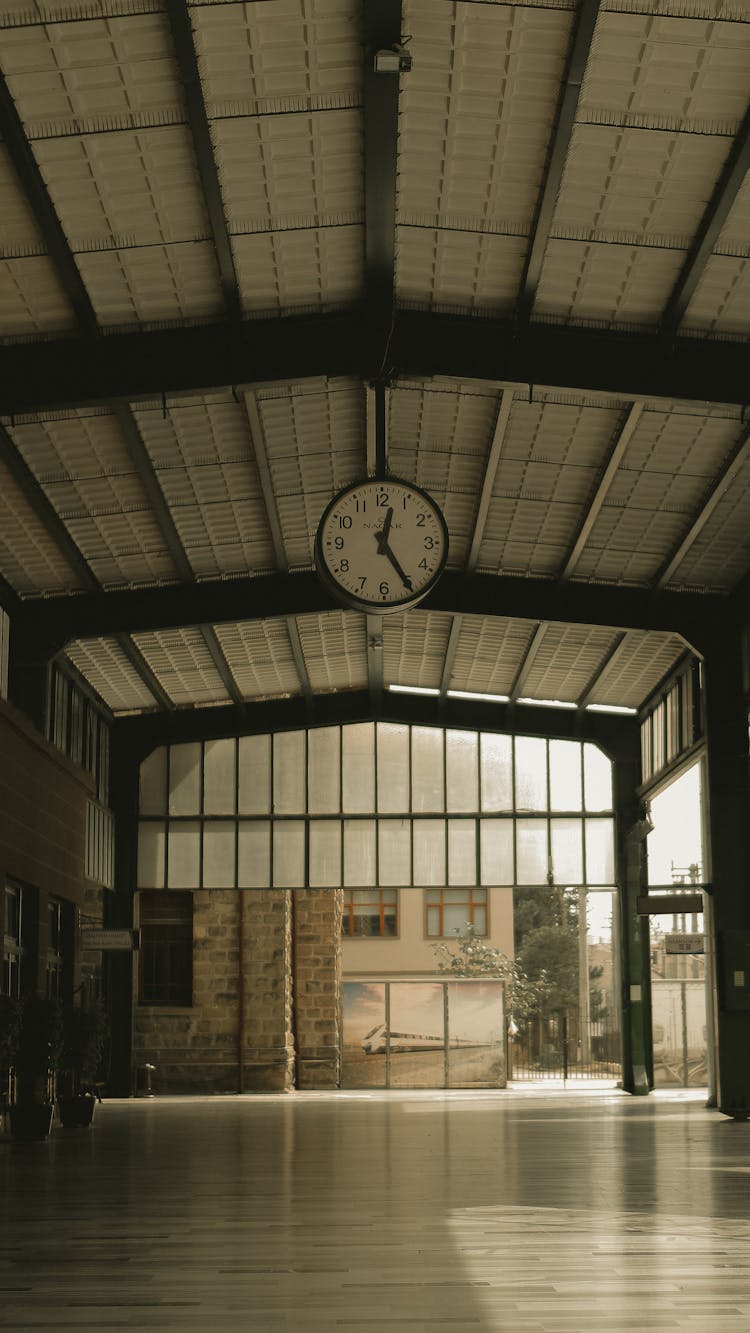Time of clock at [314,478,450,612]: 12:24
